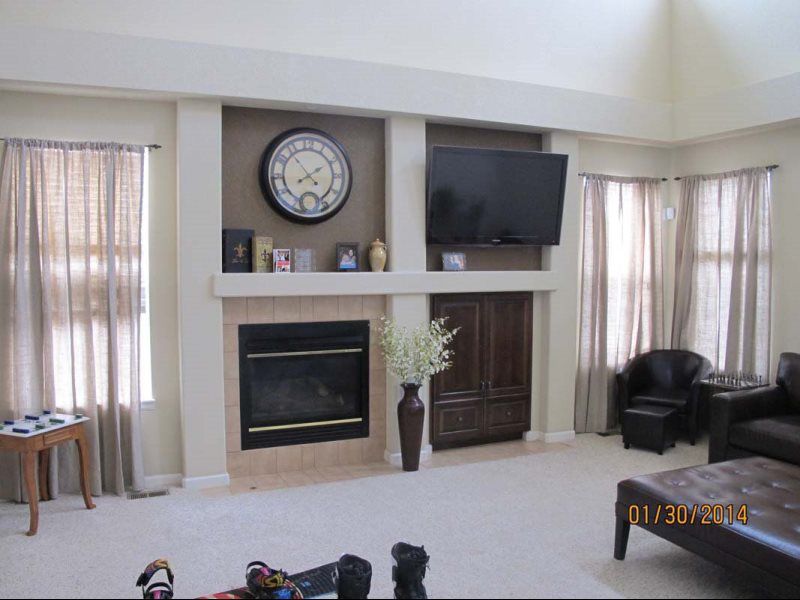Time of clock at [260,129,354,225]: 1:53
